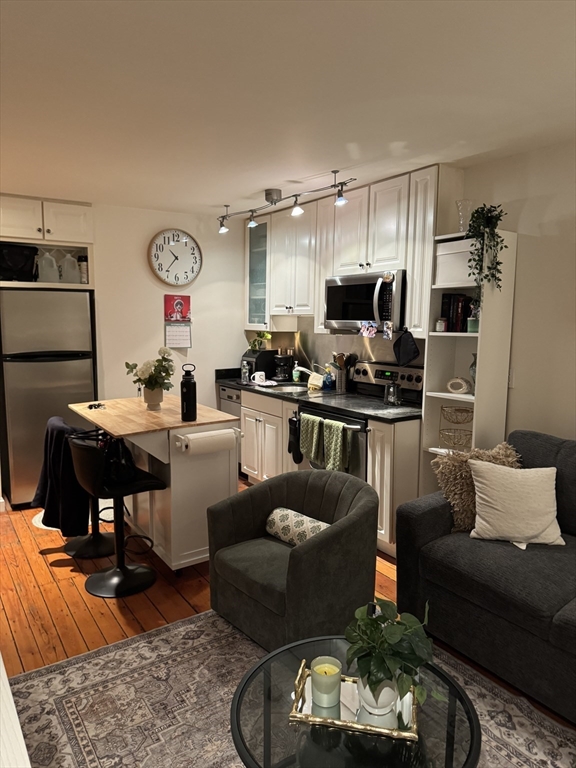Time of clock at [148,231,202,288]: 10:36
